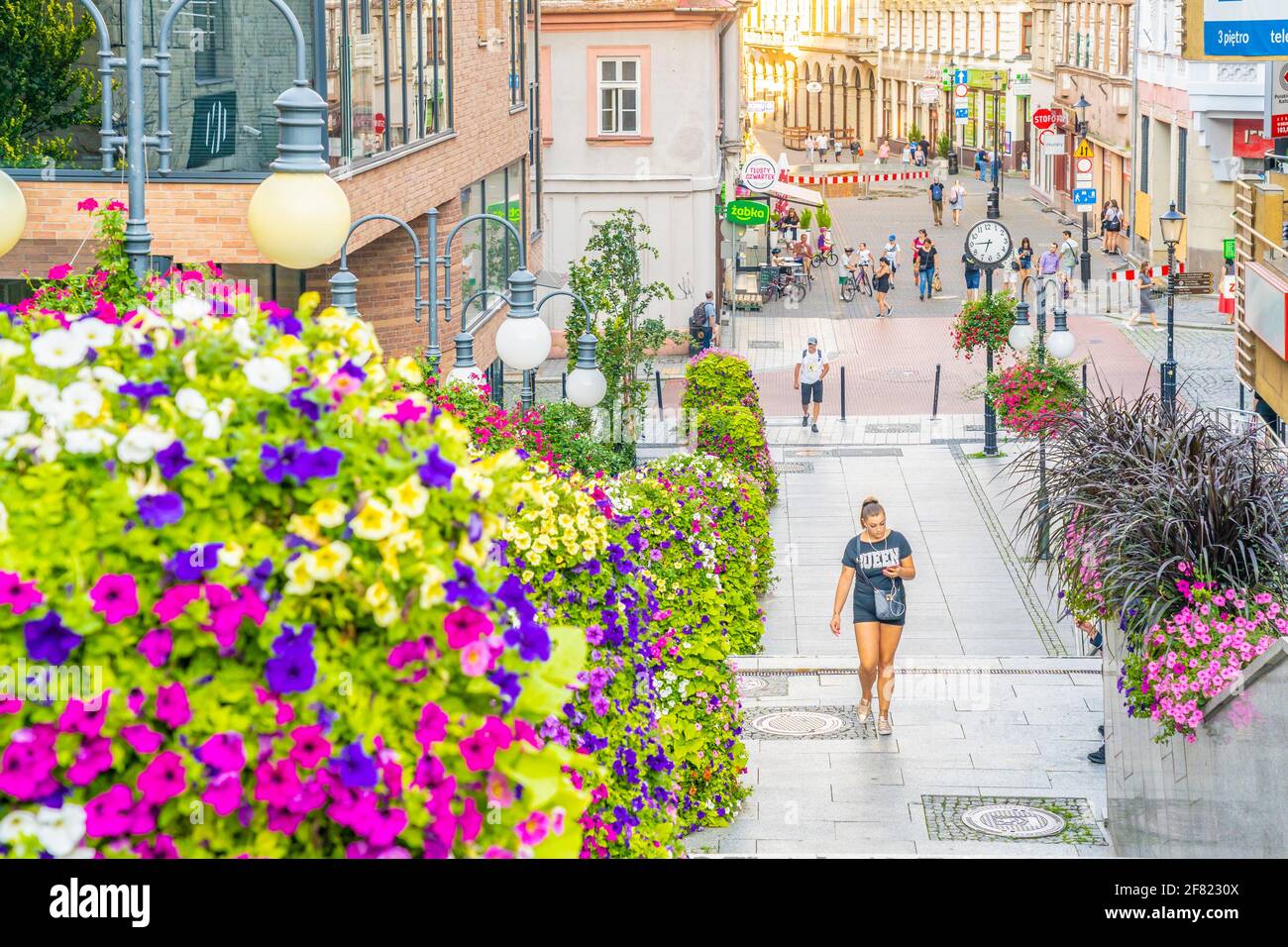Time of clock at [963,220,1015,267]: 6:45
